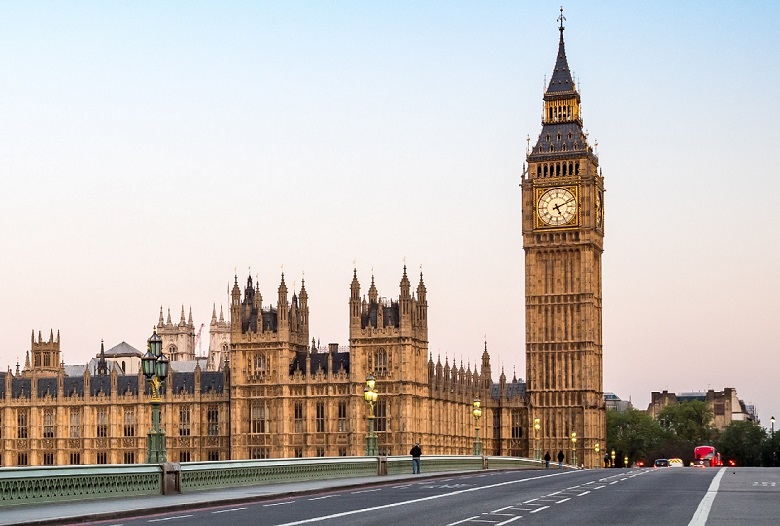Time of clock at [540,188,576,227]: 5:11
